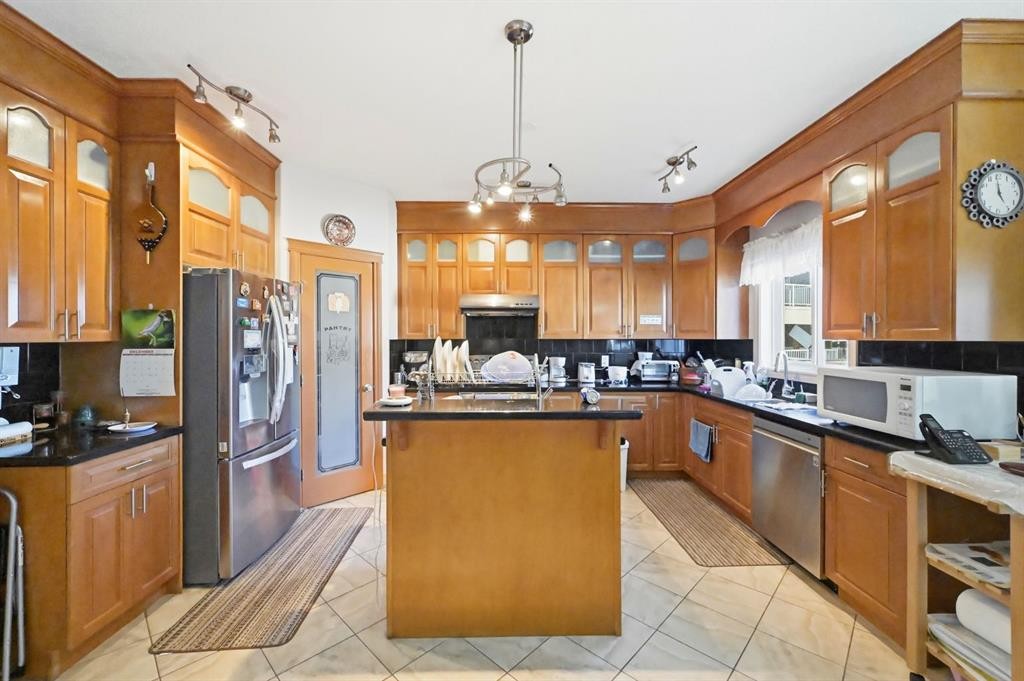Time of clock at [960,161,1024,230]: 4:59
